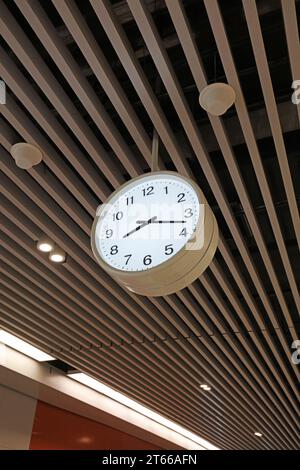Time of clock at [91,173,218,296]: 8:17
